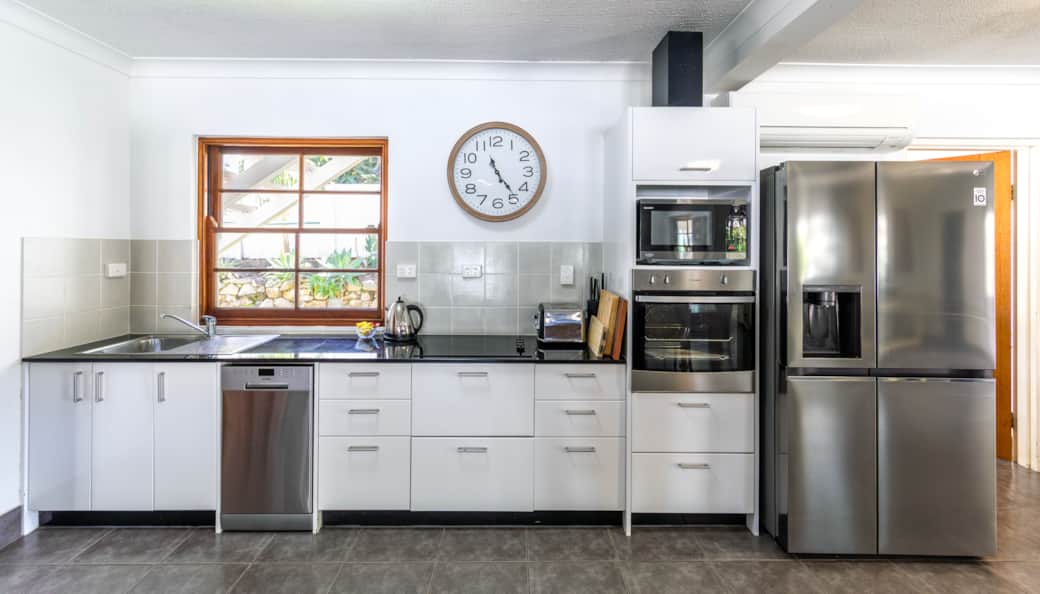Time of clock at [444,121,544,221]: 11:23
